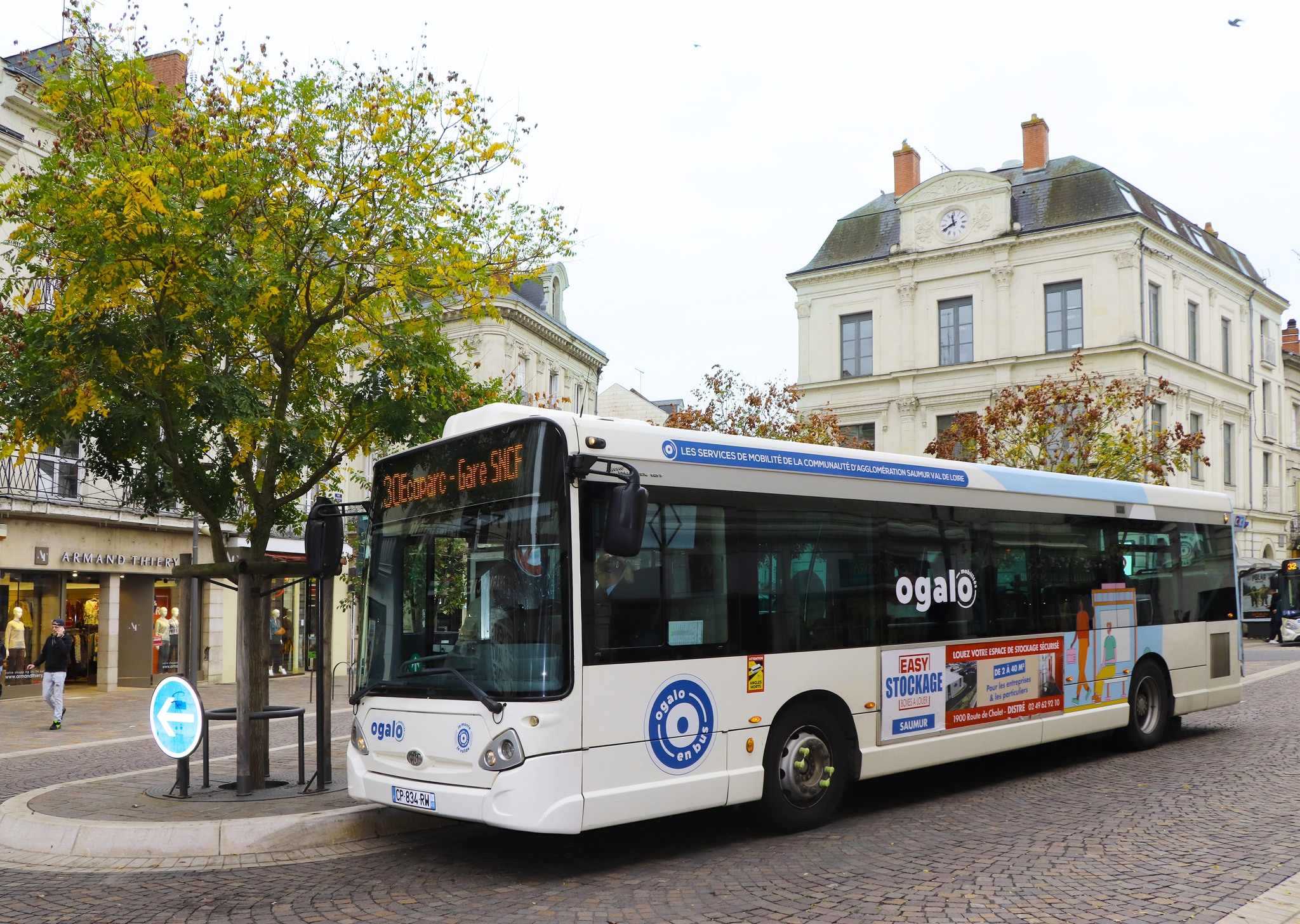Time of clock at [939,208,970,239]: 11:40
